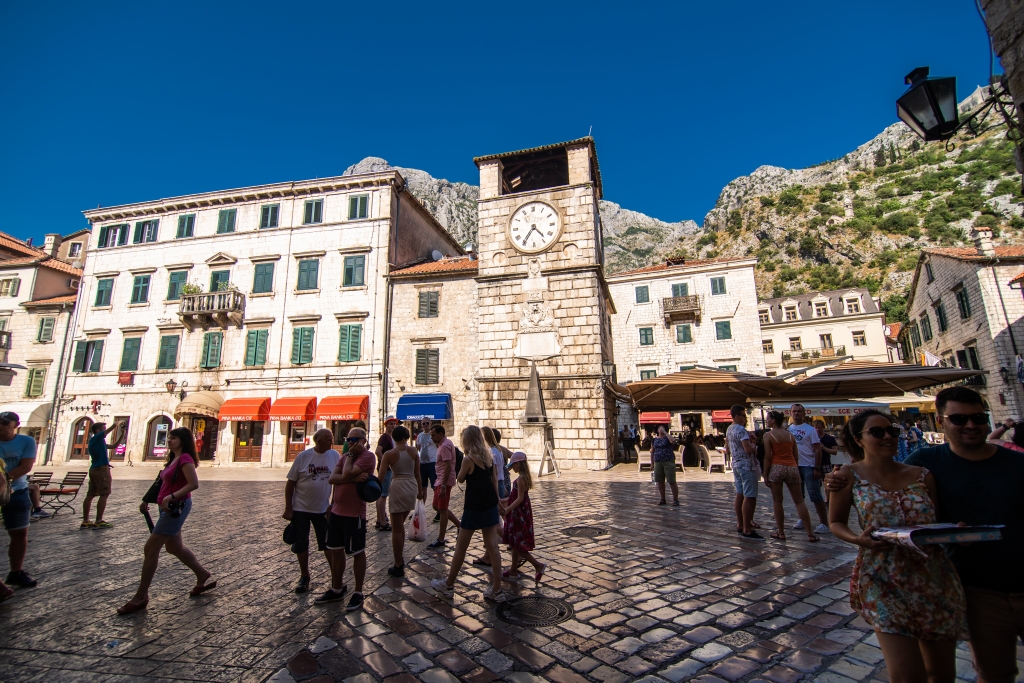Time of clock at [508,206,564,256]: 4:35
